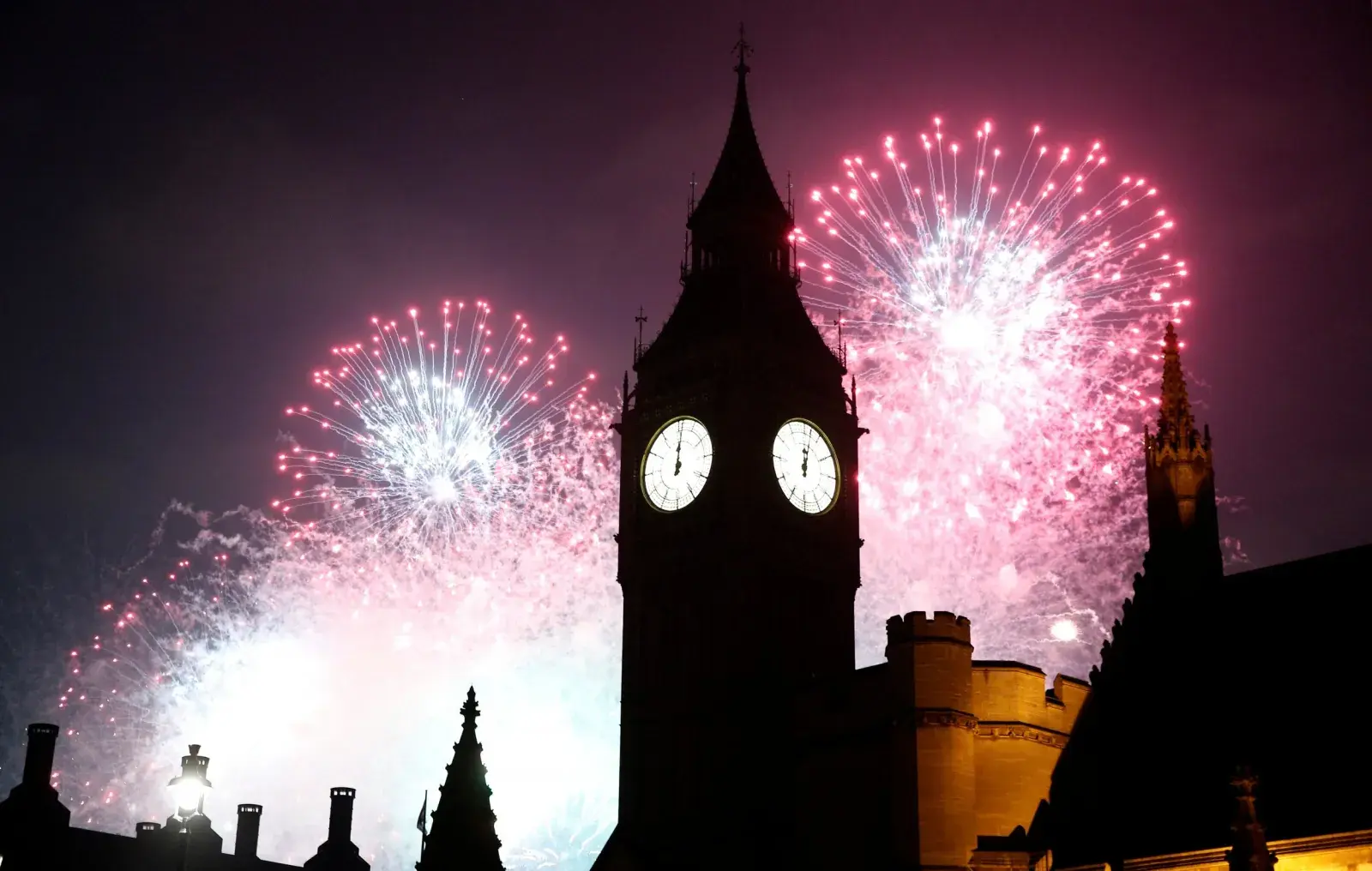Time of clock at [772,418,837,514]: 12:02
